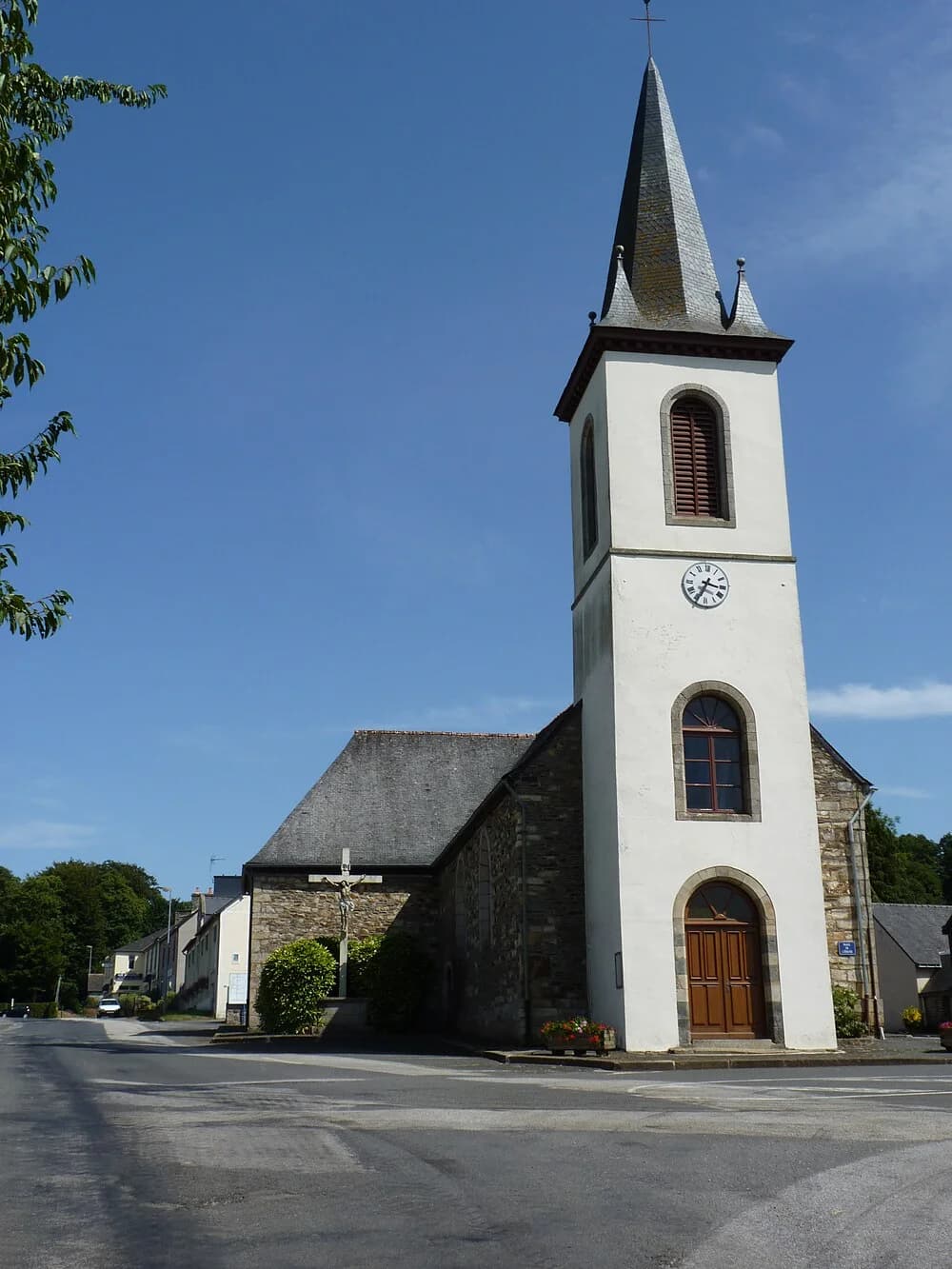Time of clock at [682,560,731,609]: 3:34
